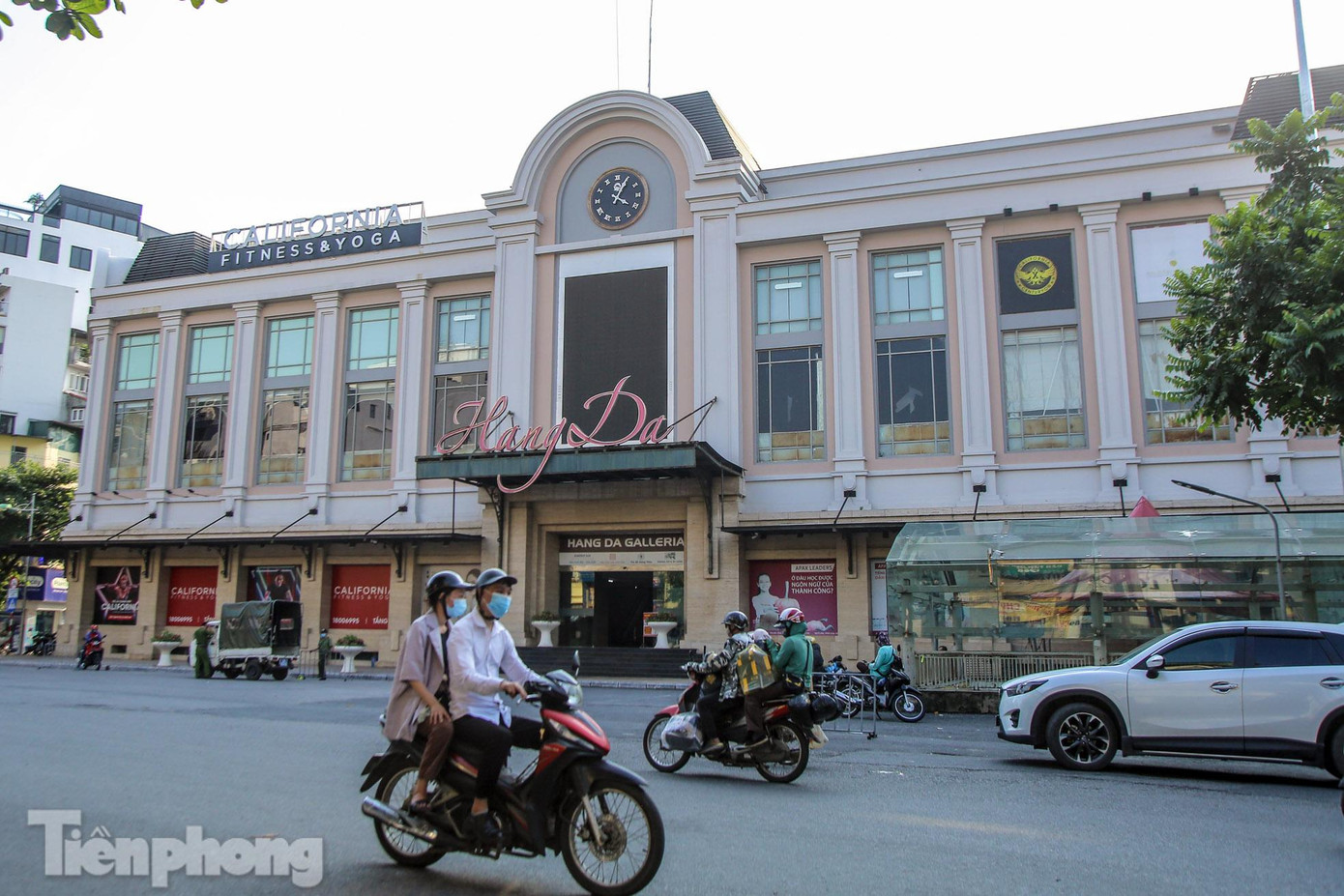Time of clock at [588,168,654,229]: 4:04
